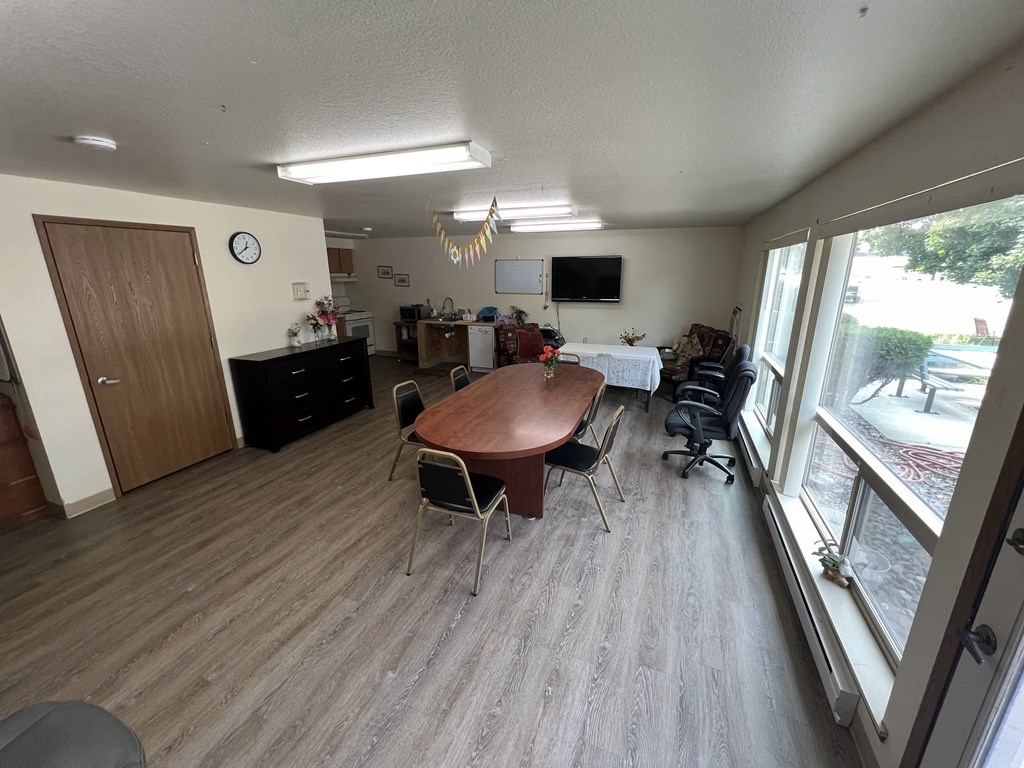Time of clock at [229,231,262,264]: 12:39
